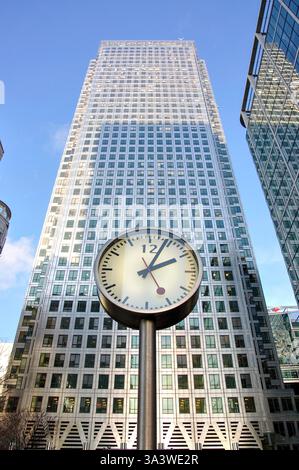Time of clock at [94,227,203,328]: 2:04
